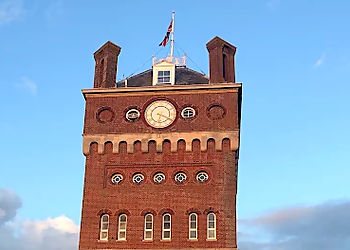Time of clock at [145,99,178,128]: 6:19
